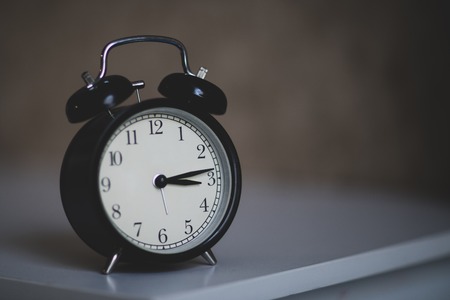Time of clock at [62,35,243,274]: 3:13
